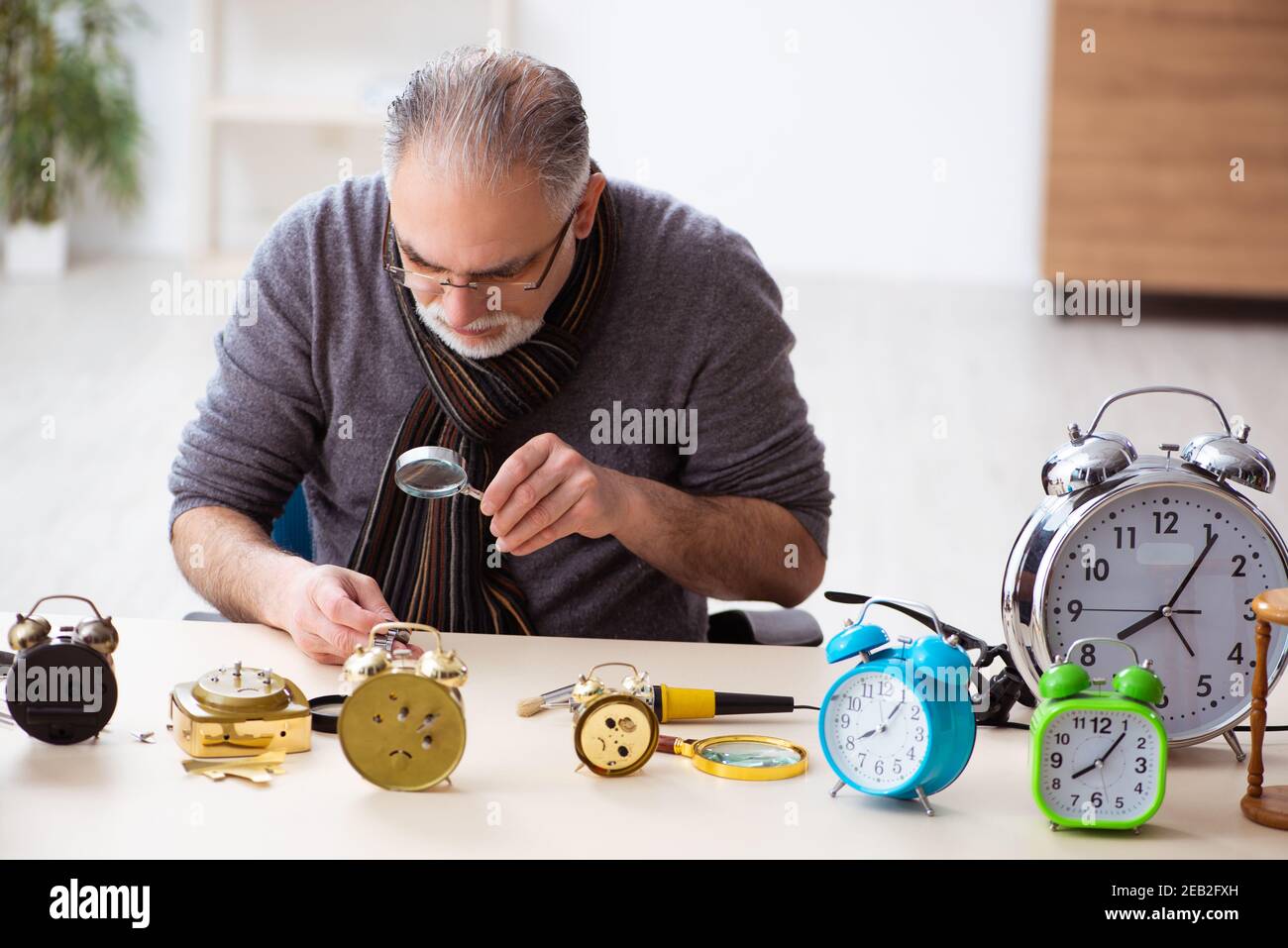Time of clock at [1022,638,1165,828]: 8:06
